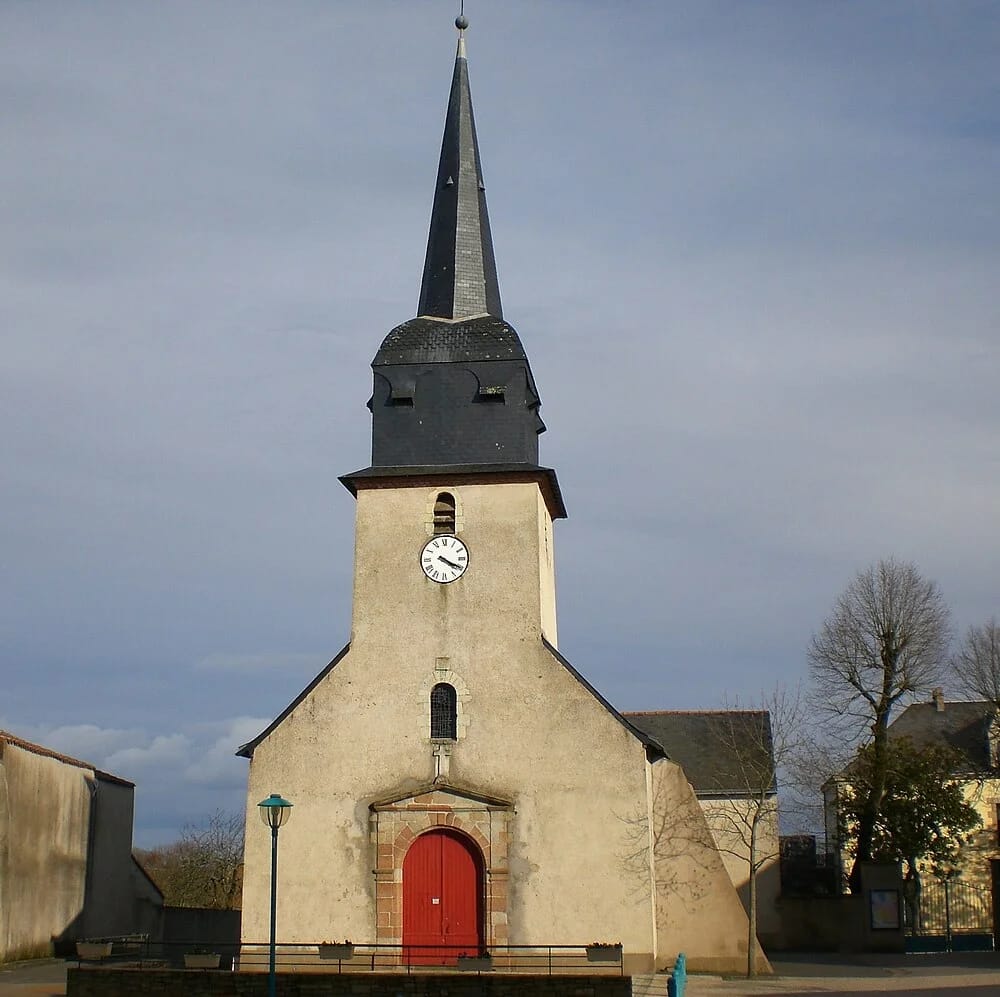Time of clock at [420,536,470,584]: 4:19
